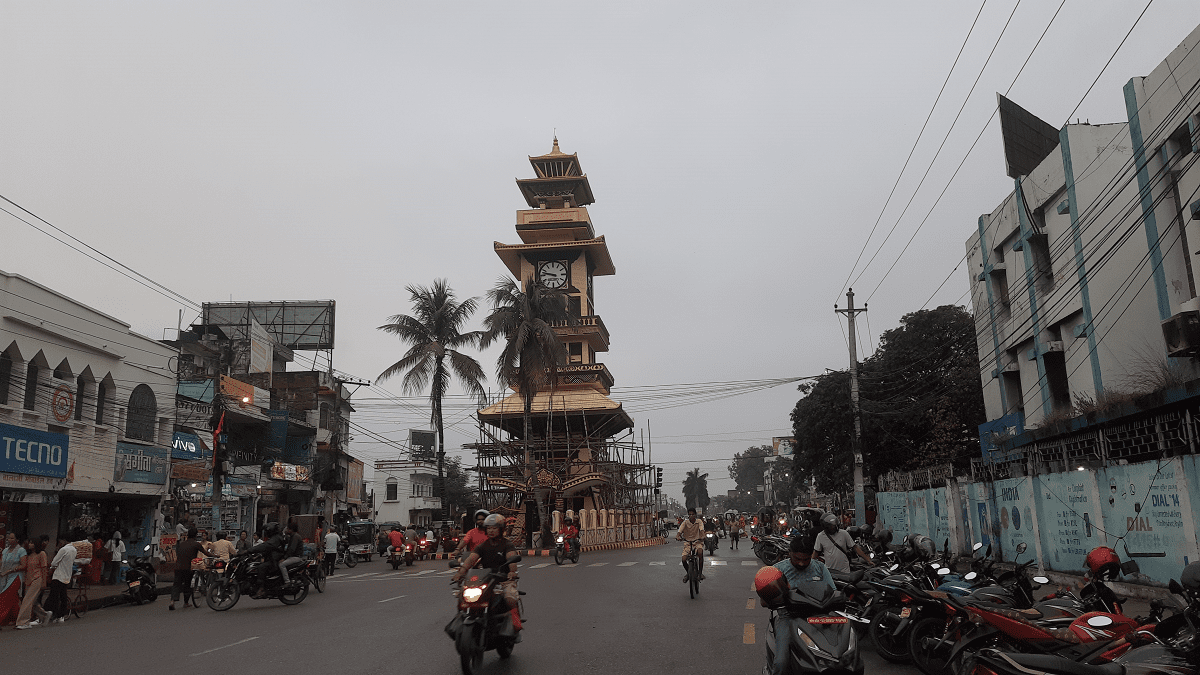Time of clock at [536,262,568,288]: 9:47
